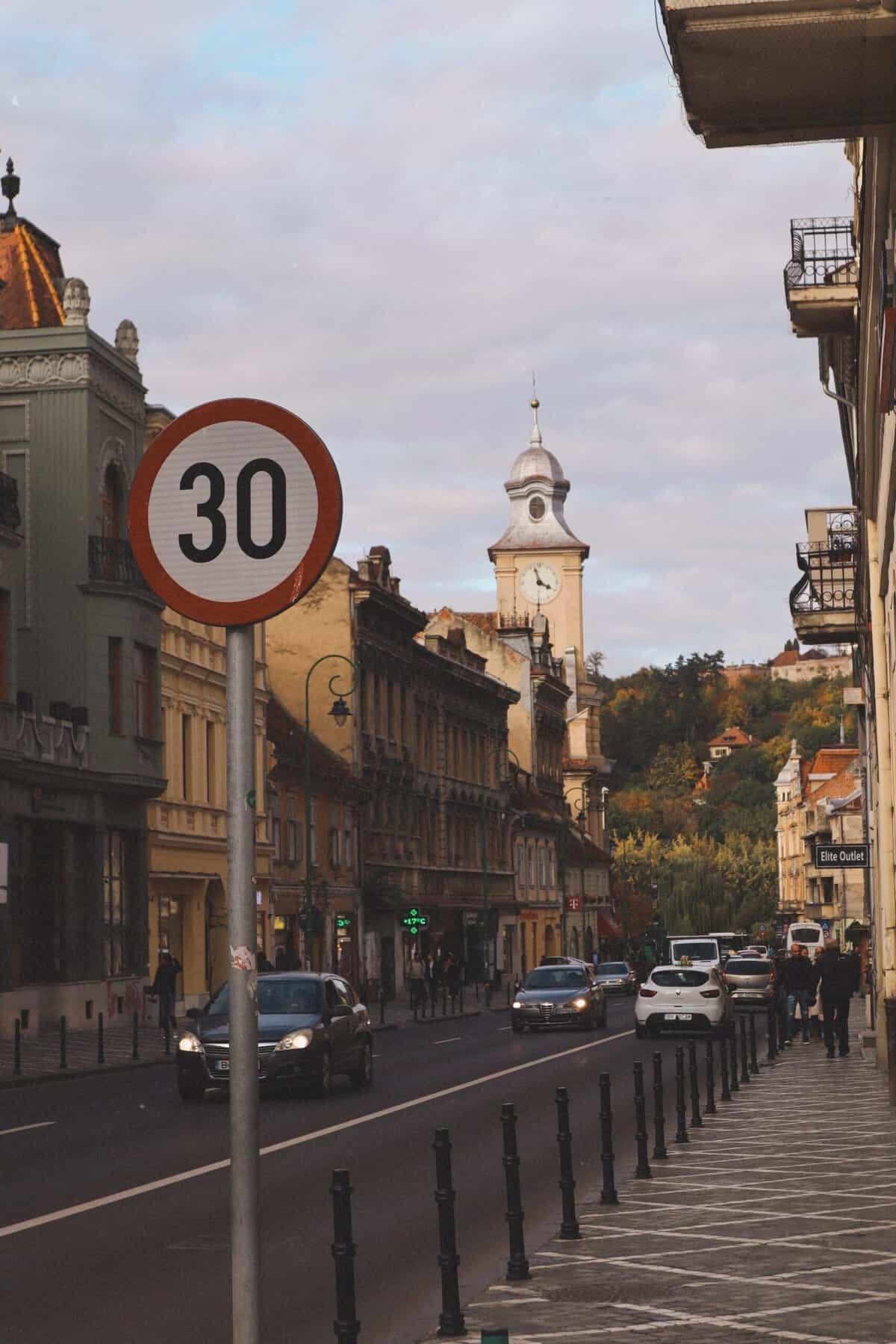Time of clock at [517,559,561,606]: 3:57
